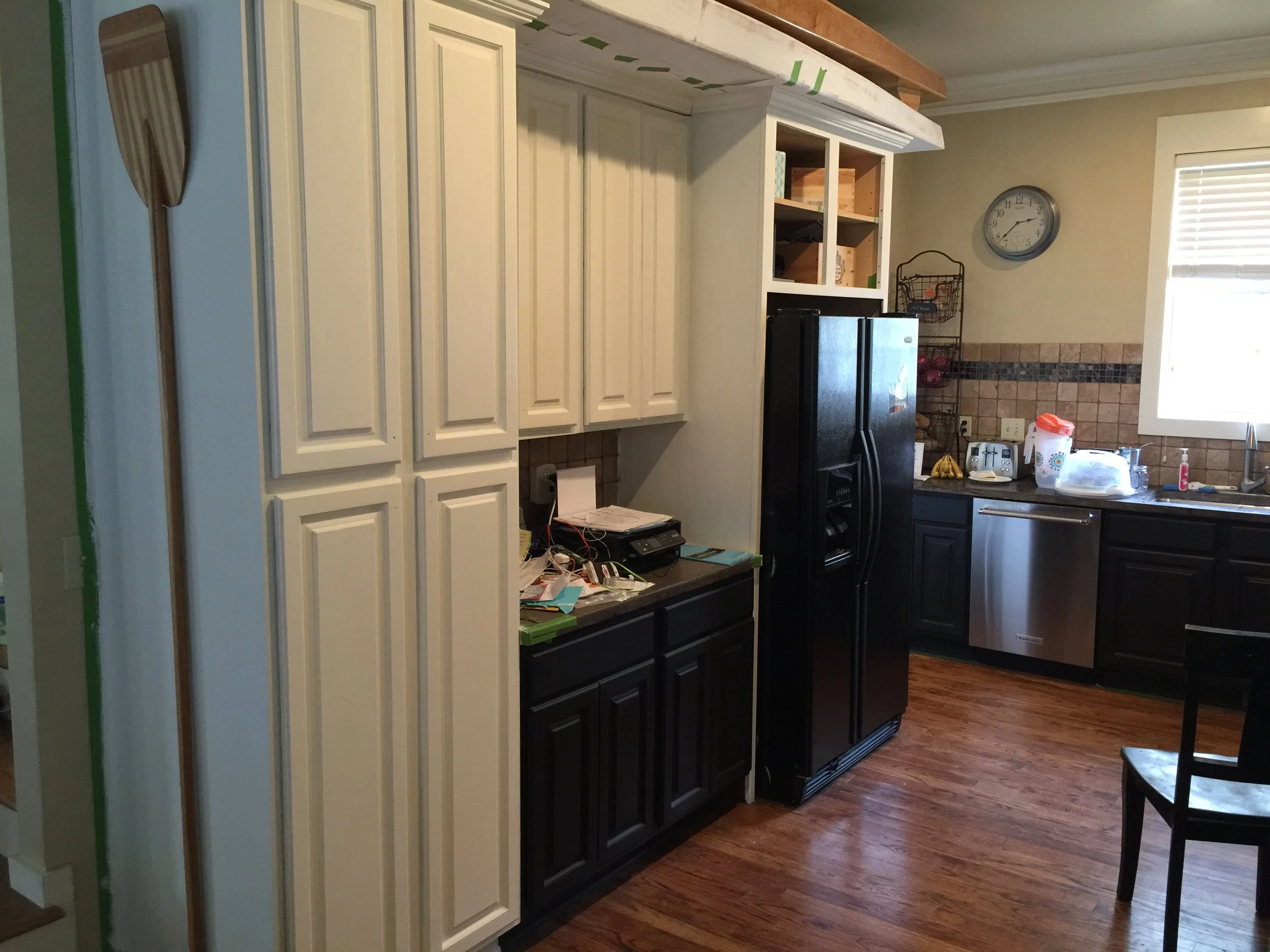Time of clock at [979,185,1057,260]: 2:37
